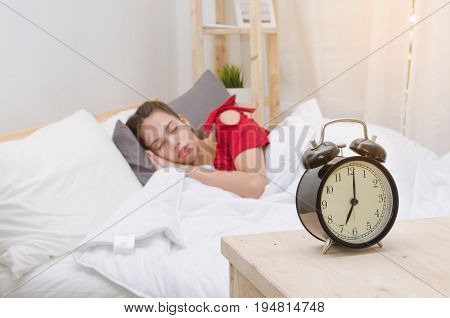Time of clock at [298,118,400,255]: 7:01
